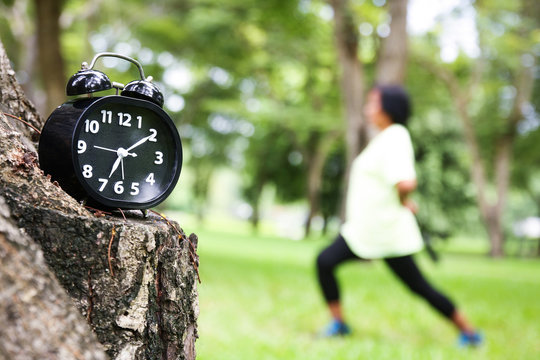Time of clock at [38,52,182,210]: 7:09
